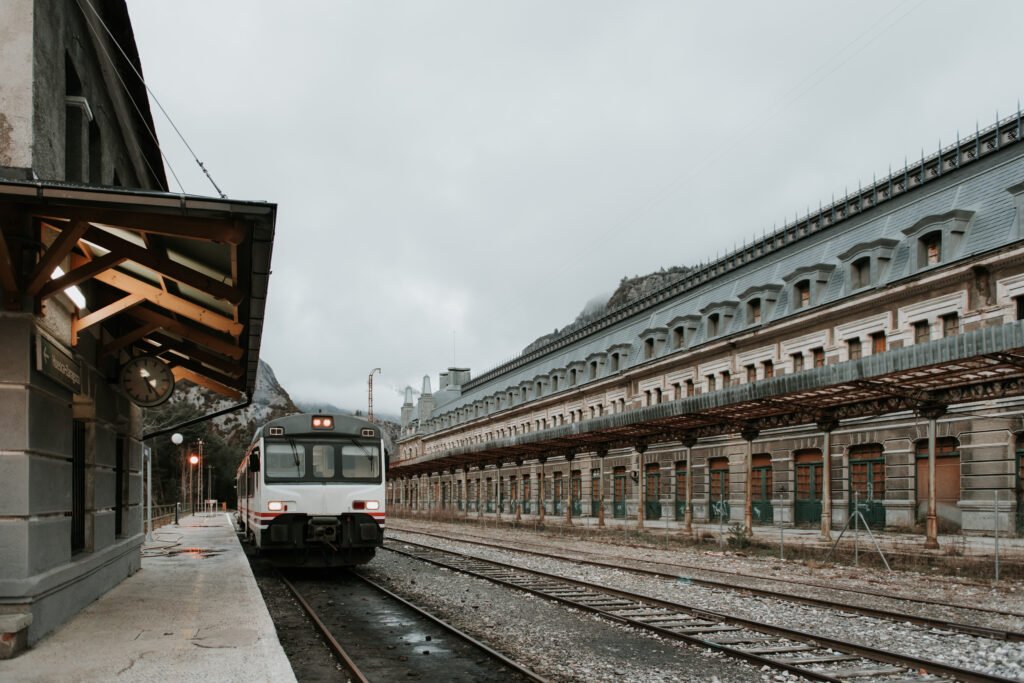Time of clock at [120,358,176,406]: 5:24
